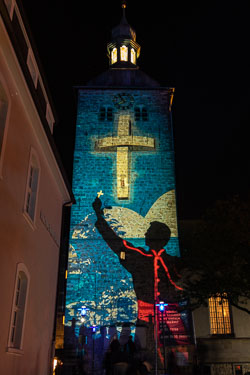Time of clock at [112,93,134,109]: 7:54
